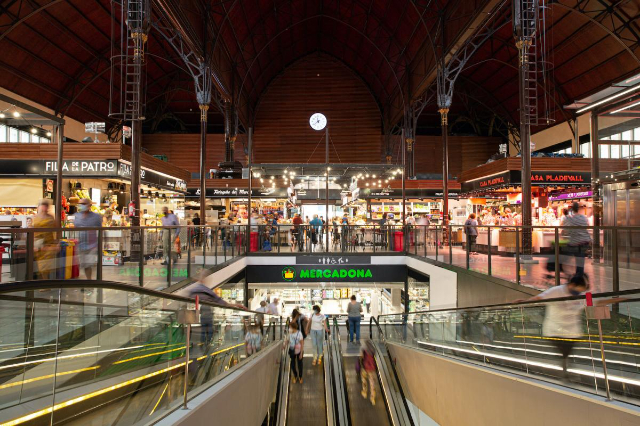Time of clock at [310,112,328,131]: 11:38
